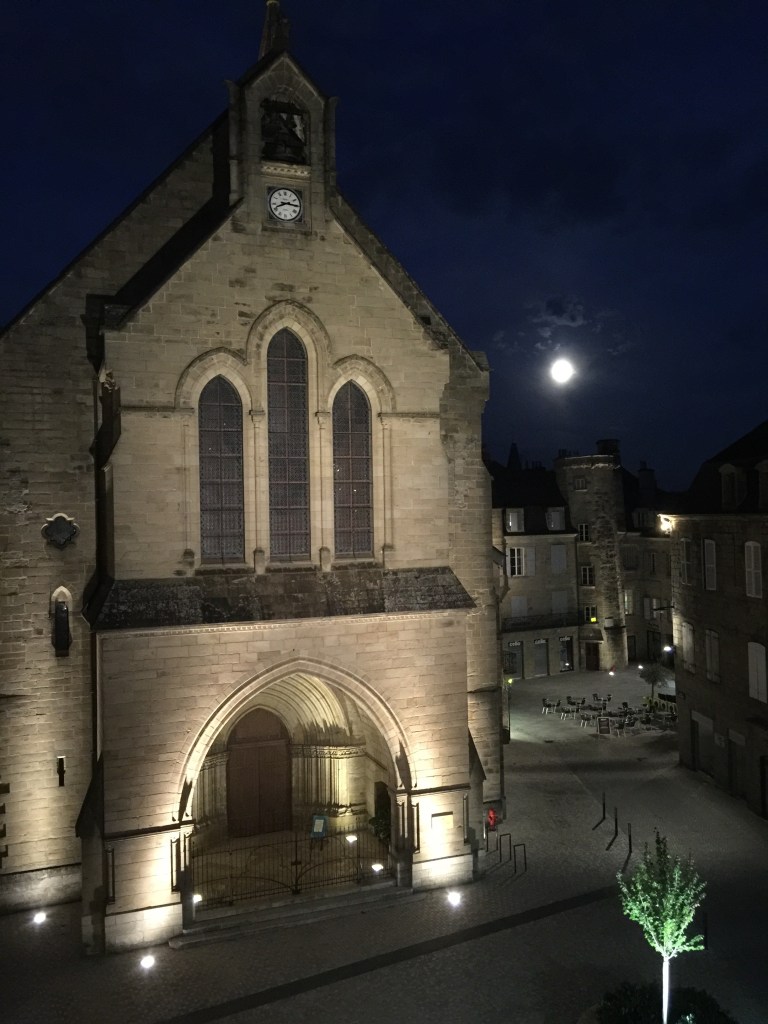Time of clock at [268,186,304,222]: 8:15
